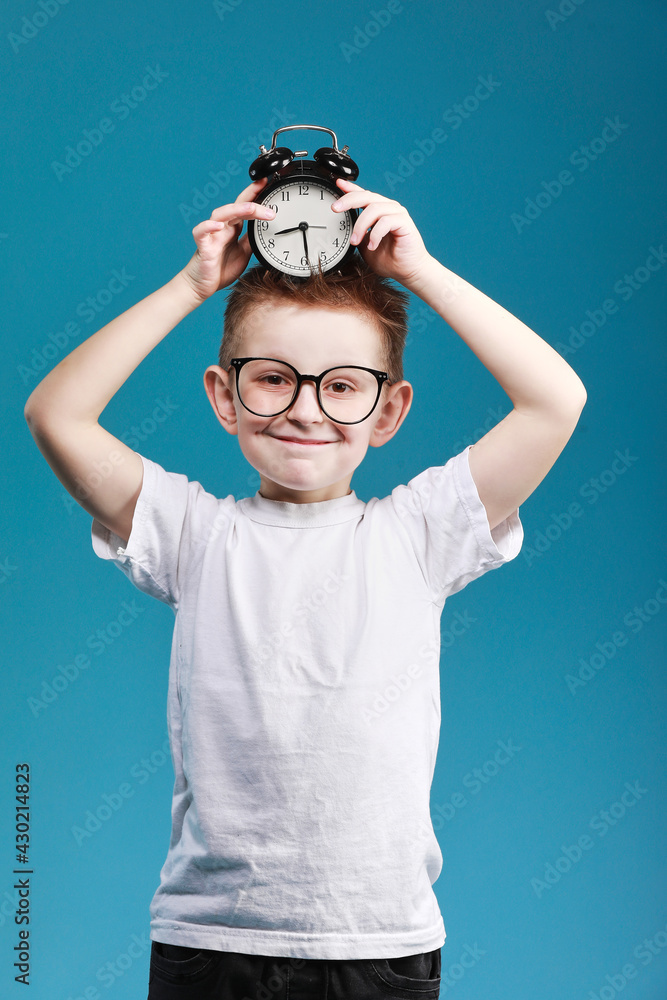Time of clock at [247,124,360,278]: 8:28
